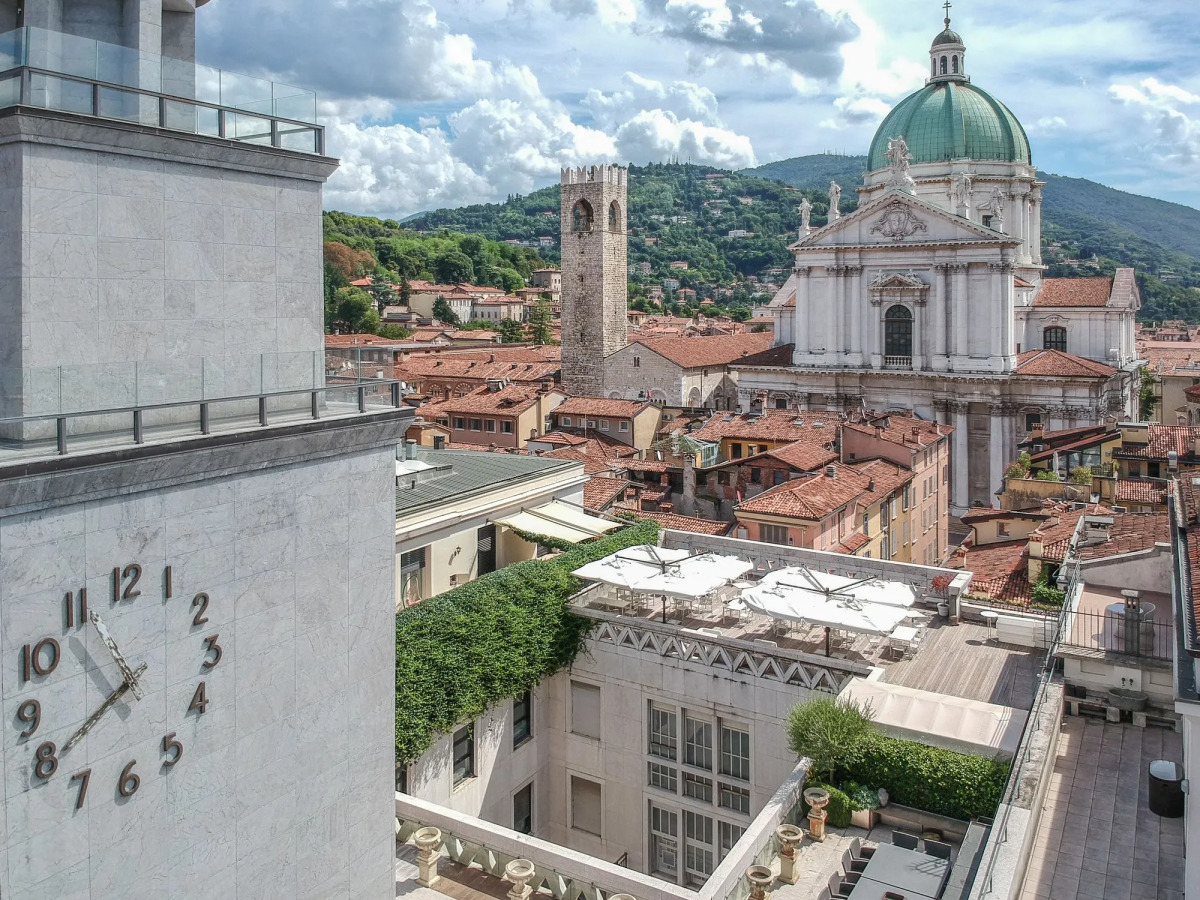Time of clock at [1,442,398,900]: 10:40
